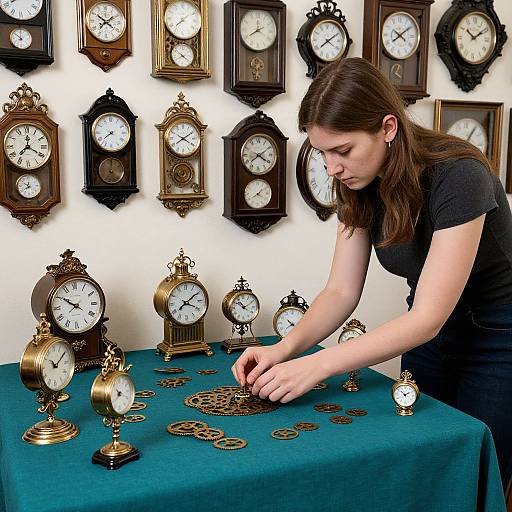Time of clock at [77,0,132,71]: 1:50
